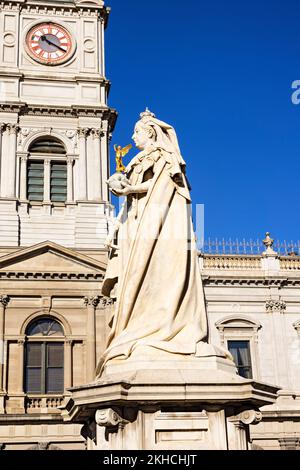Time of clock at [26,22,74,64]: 10:19
